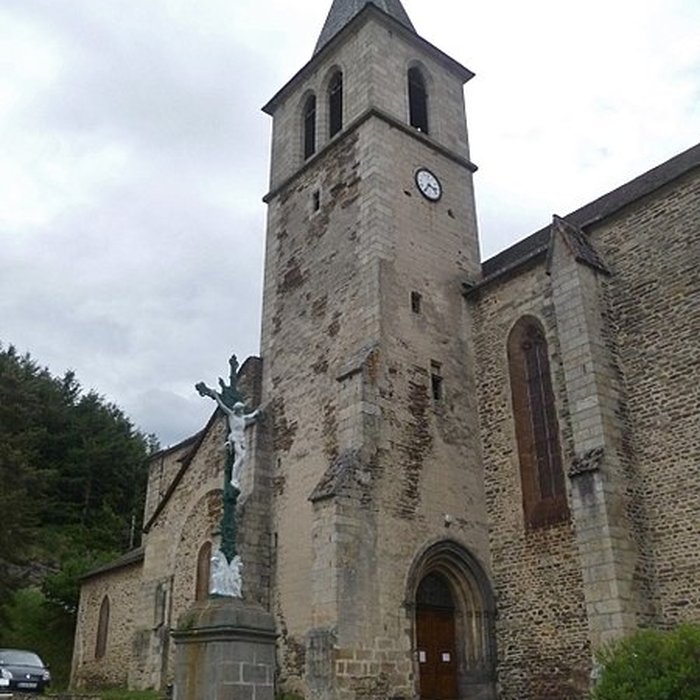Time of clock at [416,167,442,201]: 3:35
